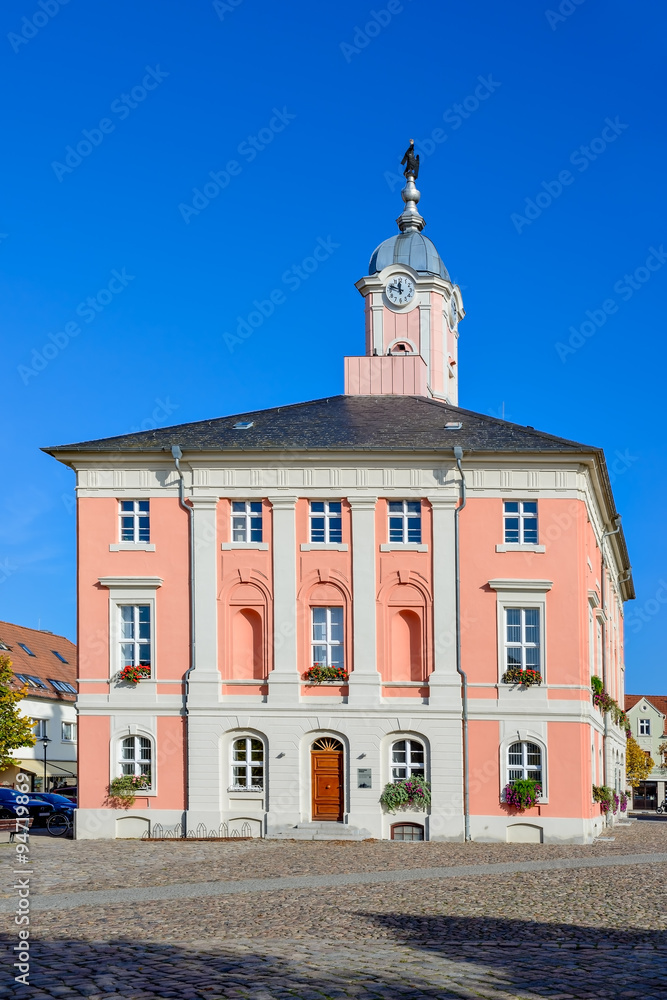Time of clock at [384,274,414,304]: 11:48
